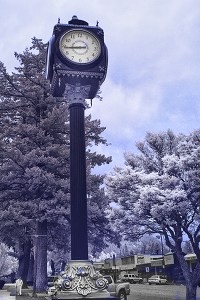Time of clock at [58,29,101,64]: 8:44
